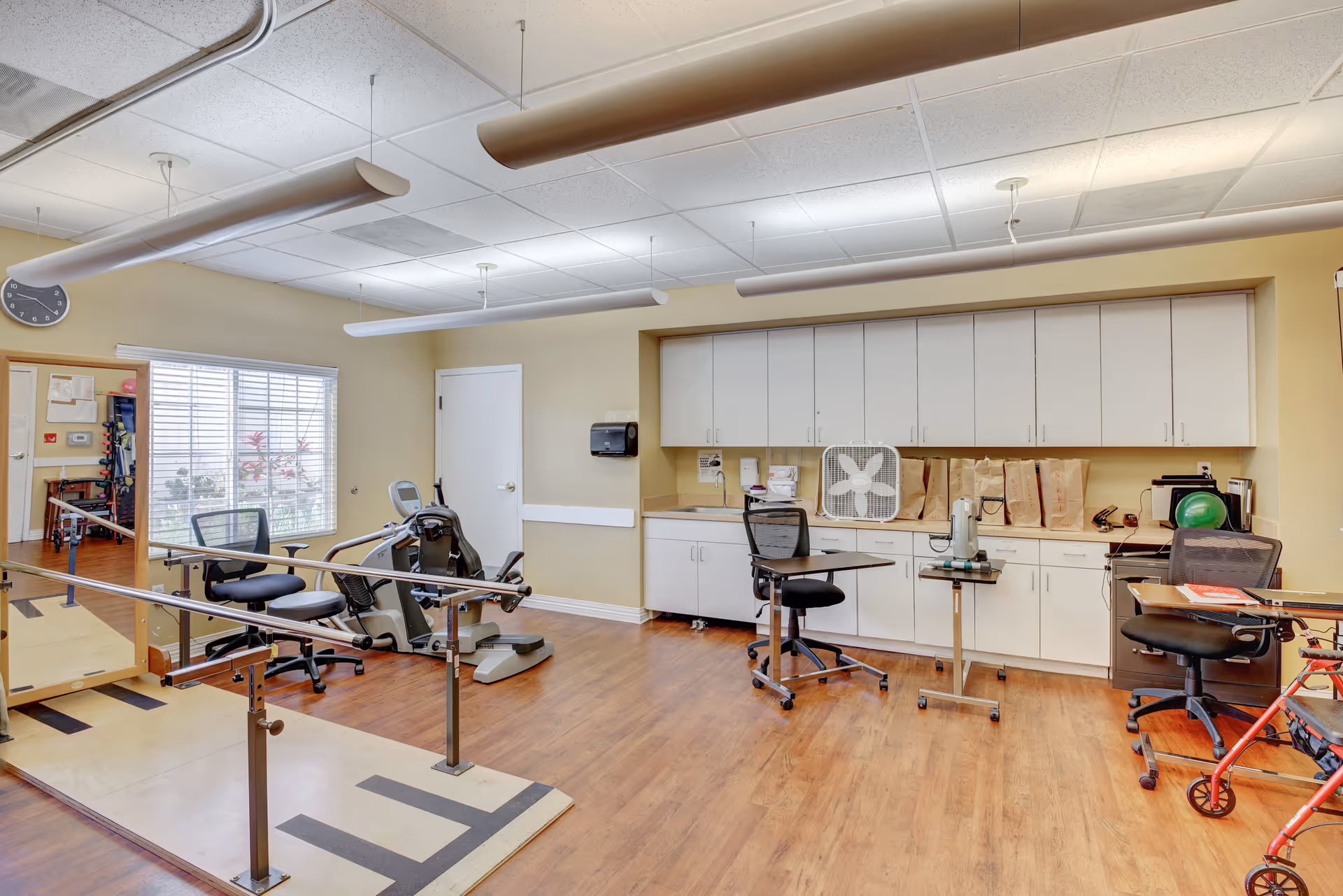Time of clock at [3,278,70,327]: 9:20
